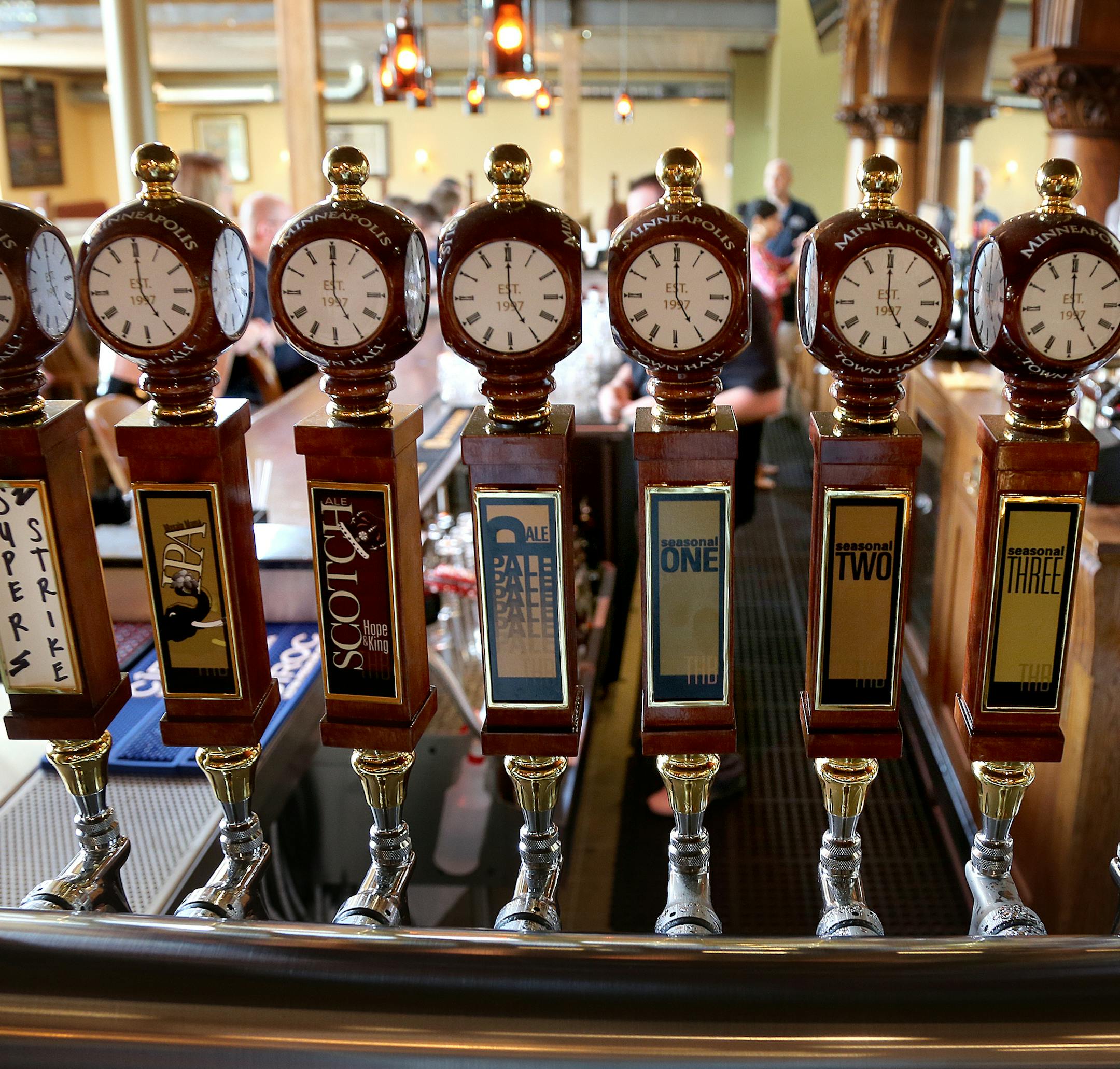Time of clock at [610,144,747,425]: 5:00
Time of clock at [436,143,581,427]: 5:00
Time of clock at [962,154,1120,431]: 5:00
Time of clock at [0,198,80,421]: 5:00
